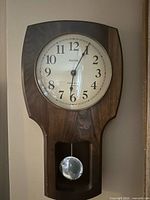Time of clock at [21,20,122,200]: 6:04
